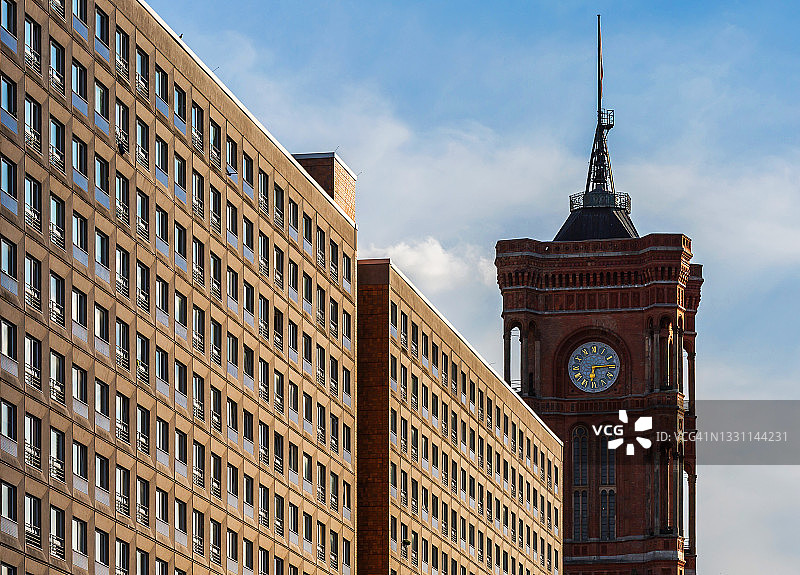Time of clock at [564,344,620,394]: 6:14
